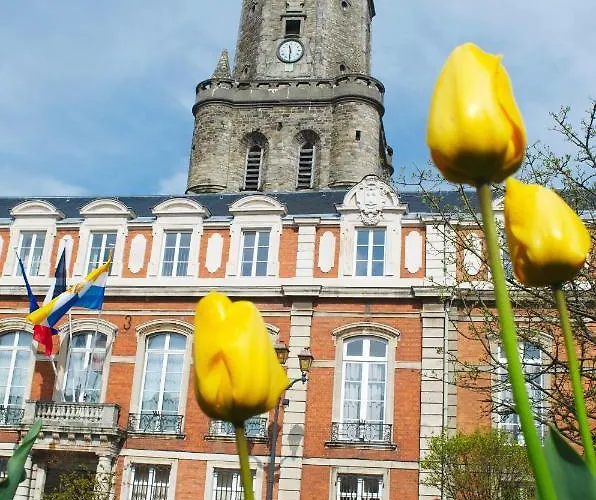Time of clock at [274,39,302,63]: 11:30
